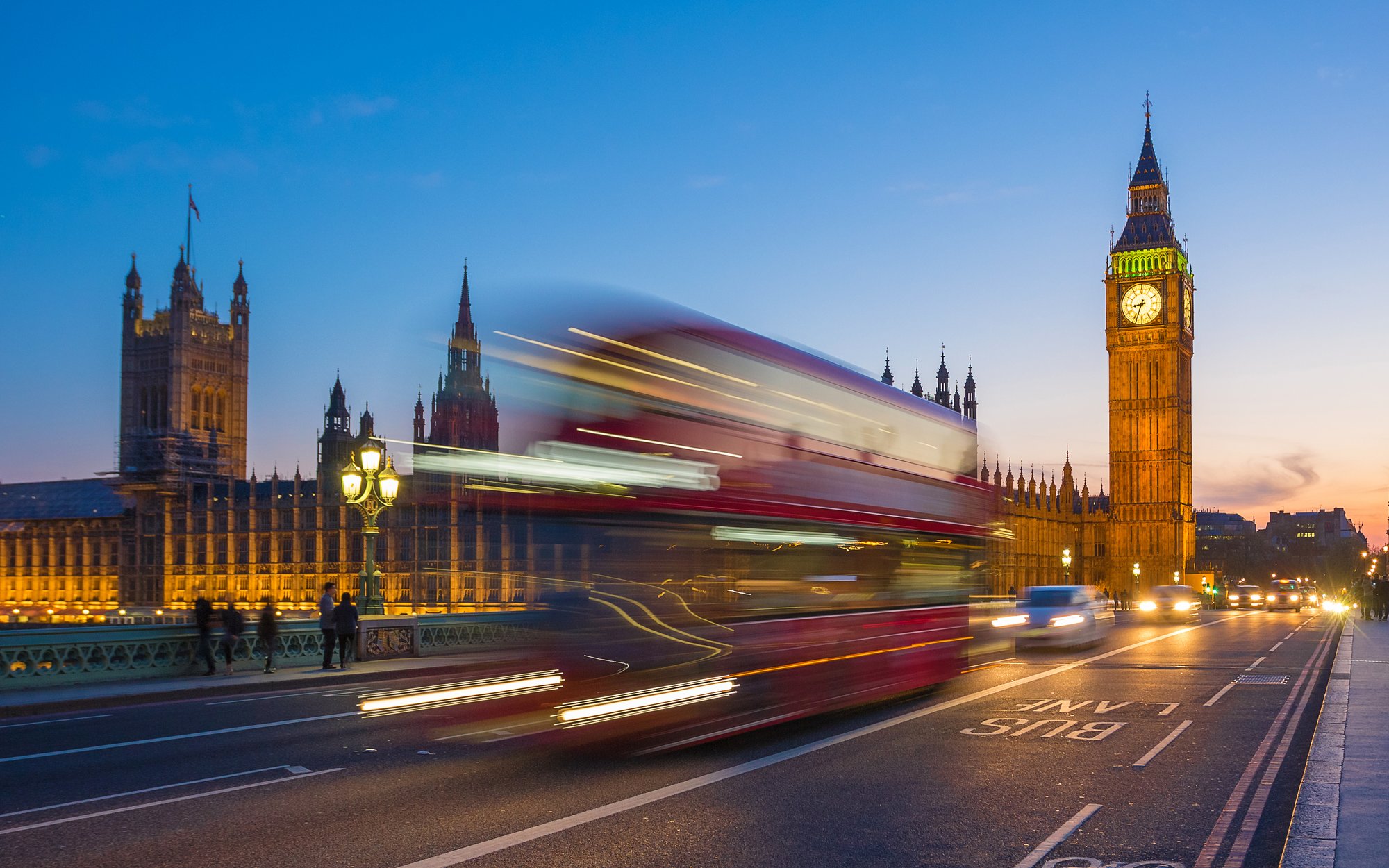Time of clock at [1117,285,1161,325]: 8:33
